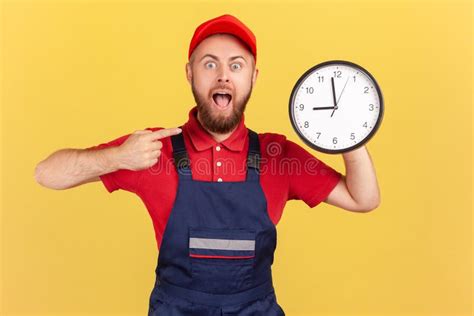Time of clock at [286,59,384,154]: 8:58
